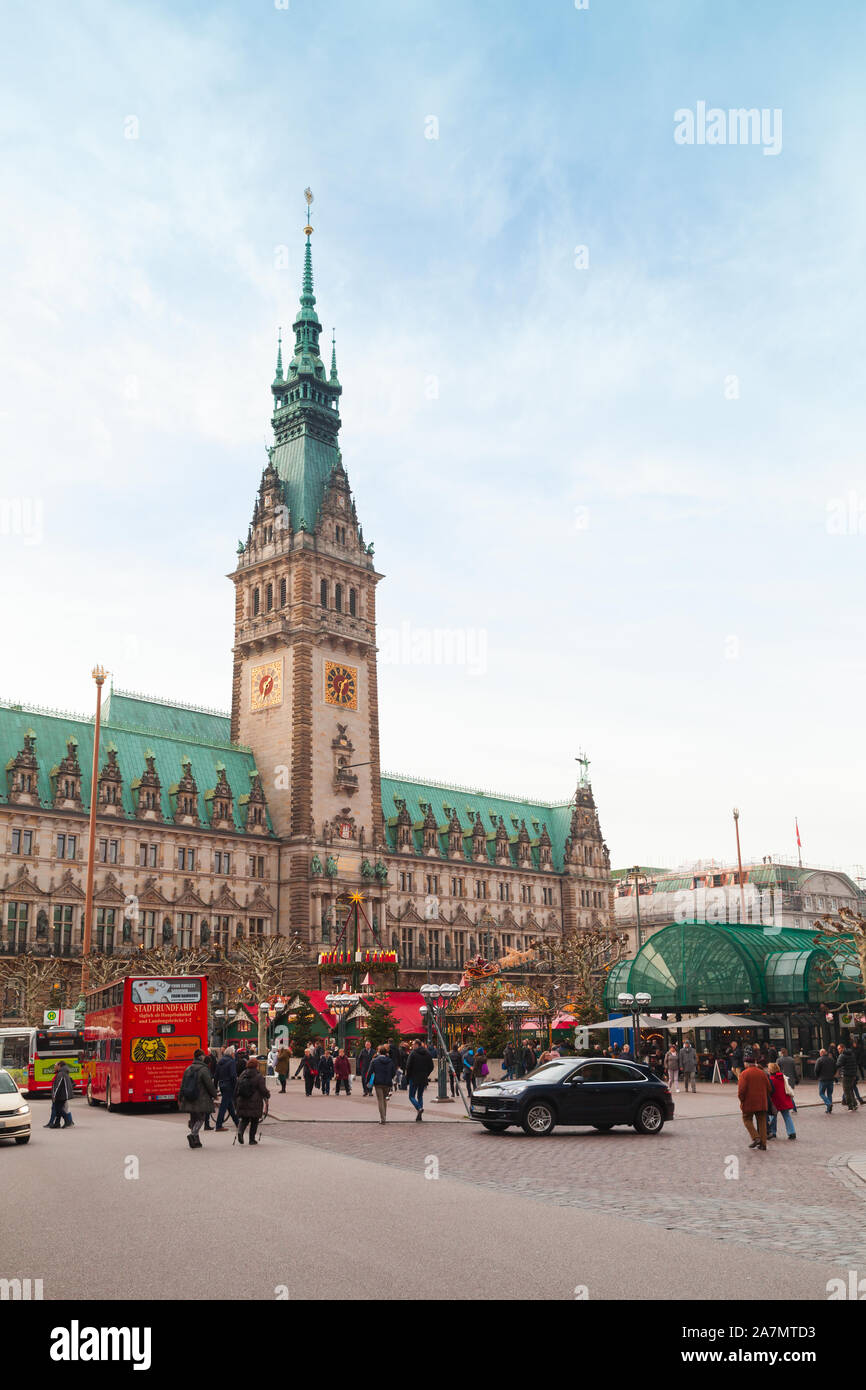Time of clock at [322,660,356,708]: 1:33
